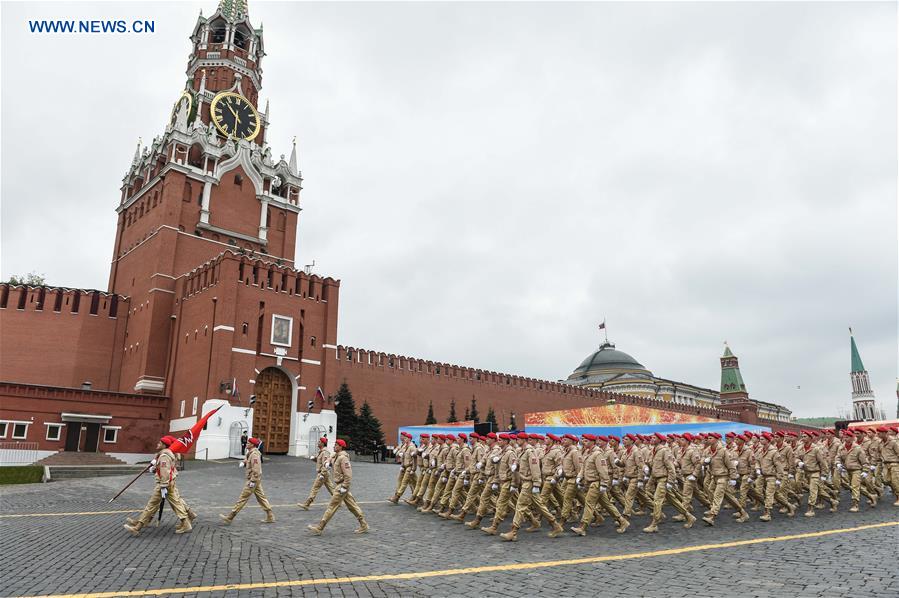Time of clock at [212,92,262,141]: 10:30
